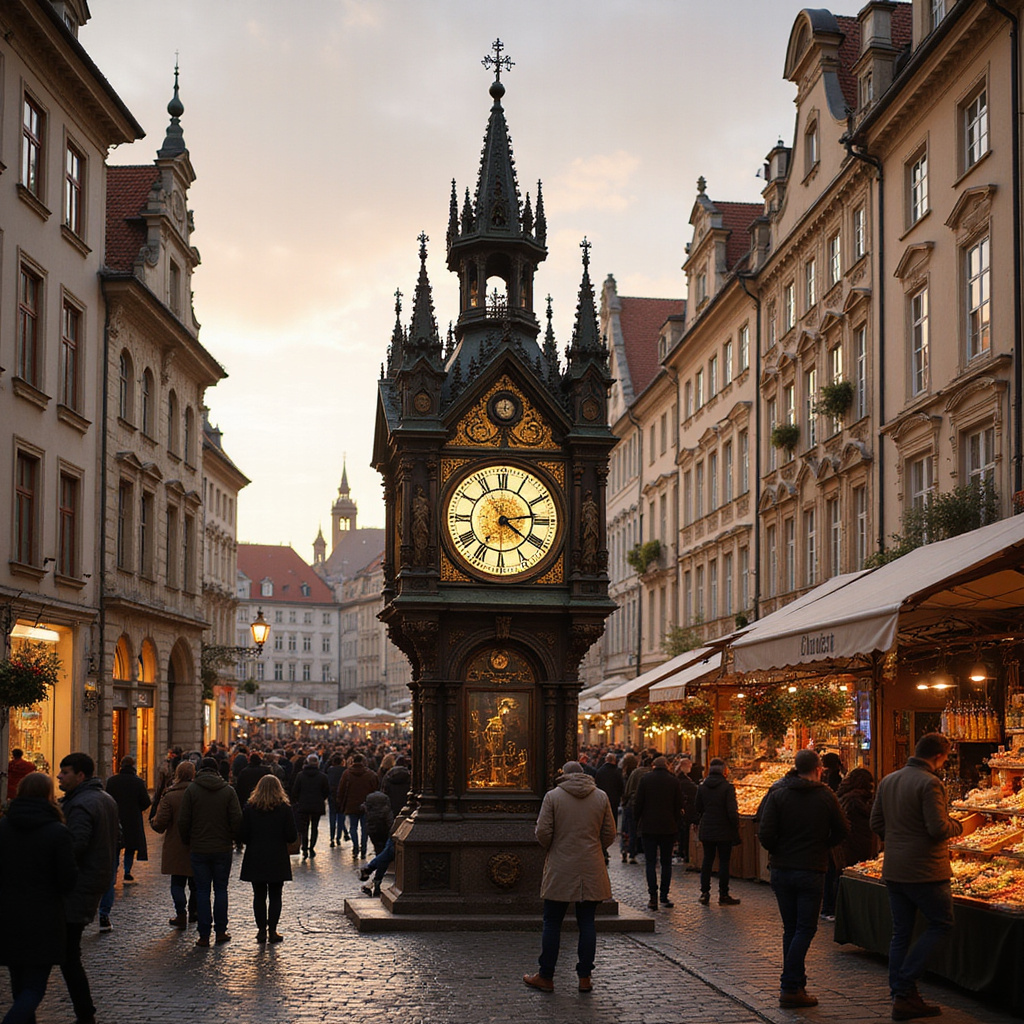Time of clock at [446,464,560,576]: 4:13
